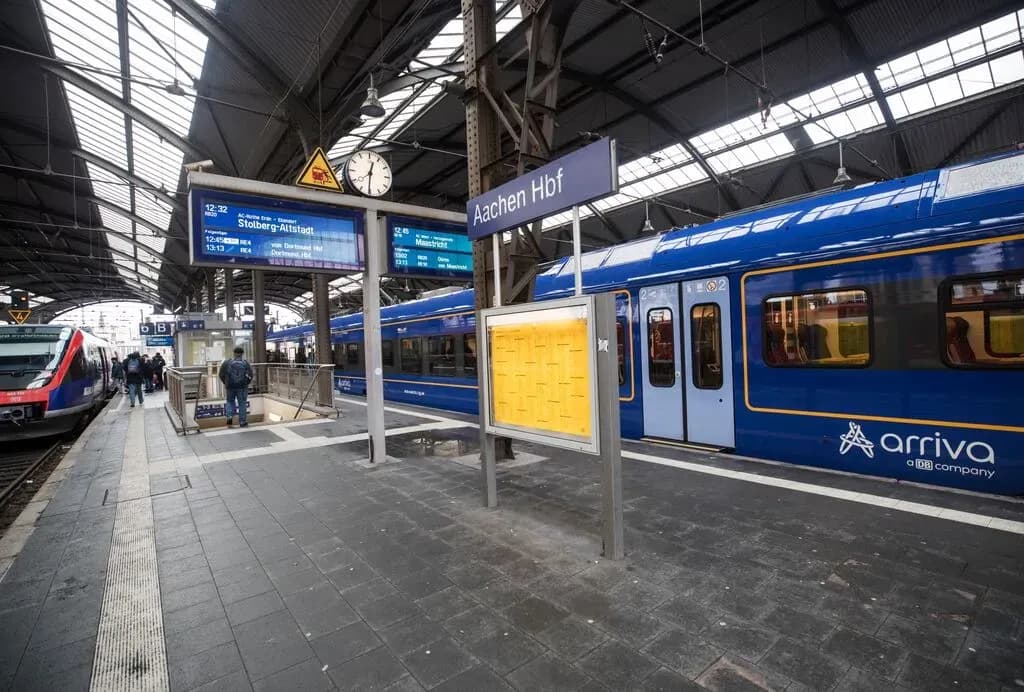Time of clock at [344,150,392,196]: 12:30
